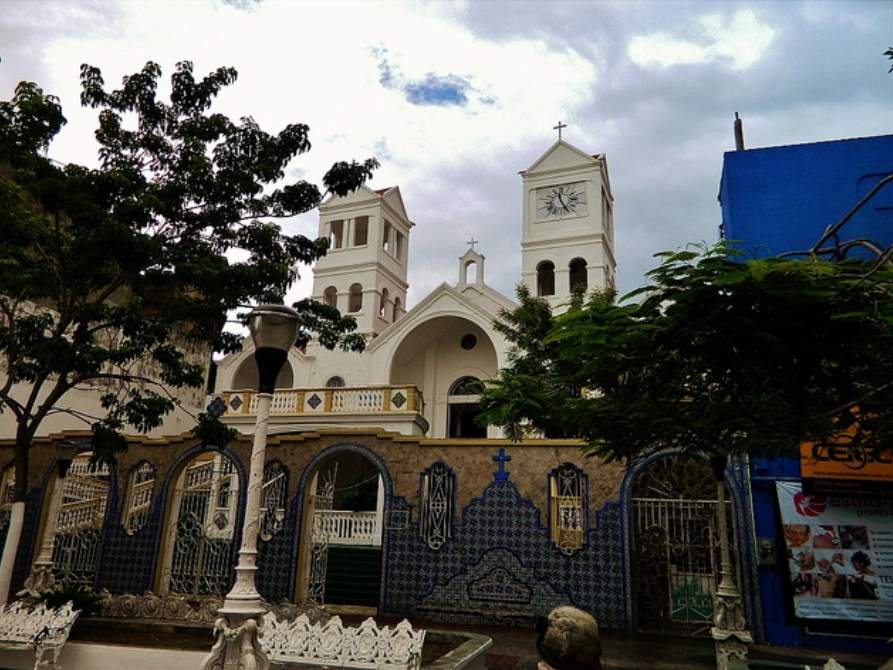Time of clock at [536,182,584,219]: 11:25
